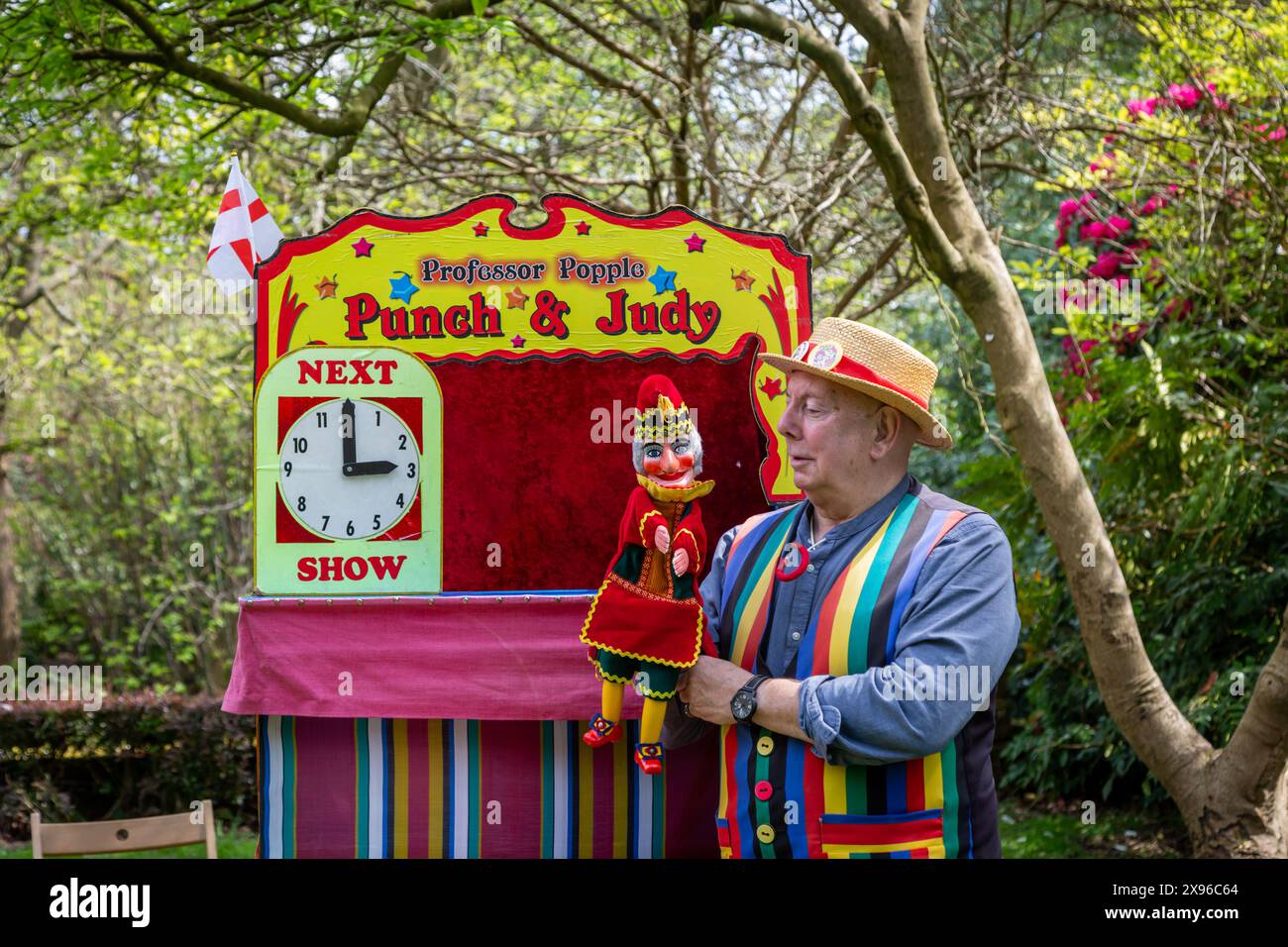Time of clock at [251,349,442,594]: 3:00
